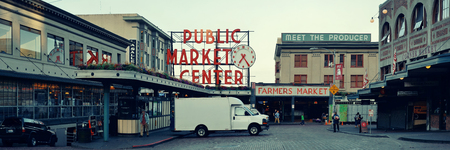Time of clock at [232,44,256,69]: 7:24
